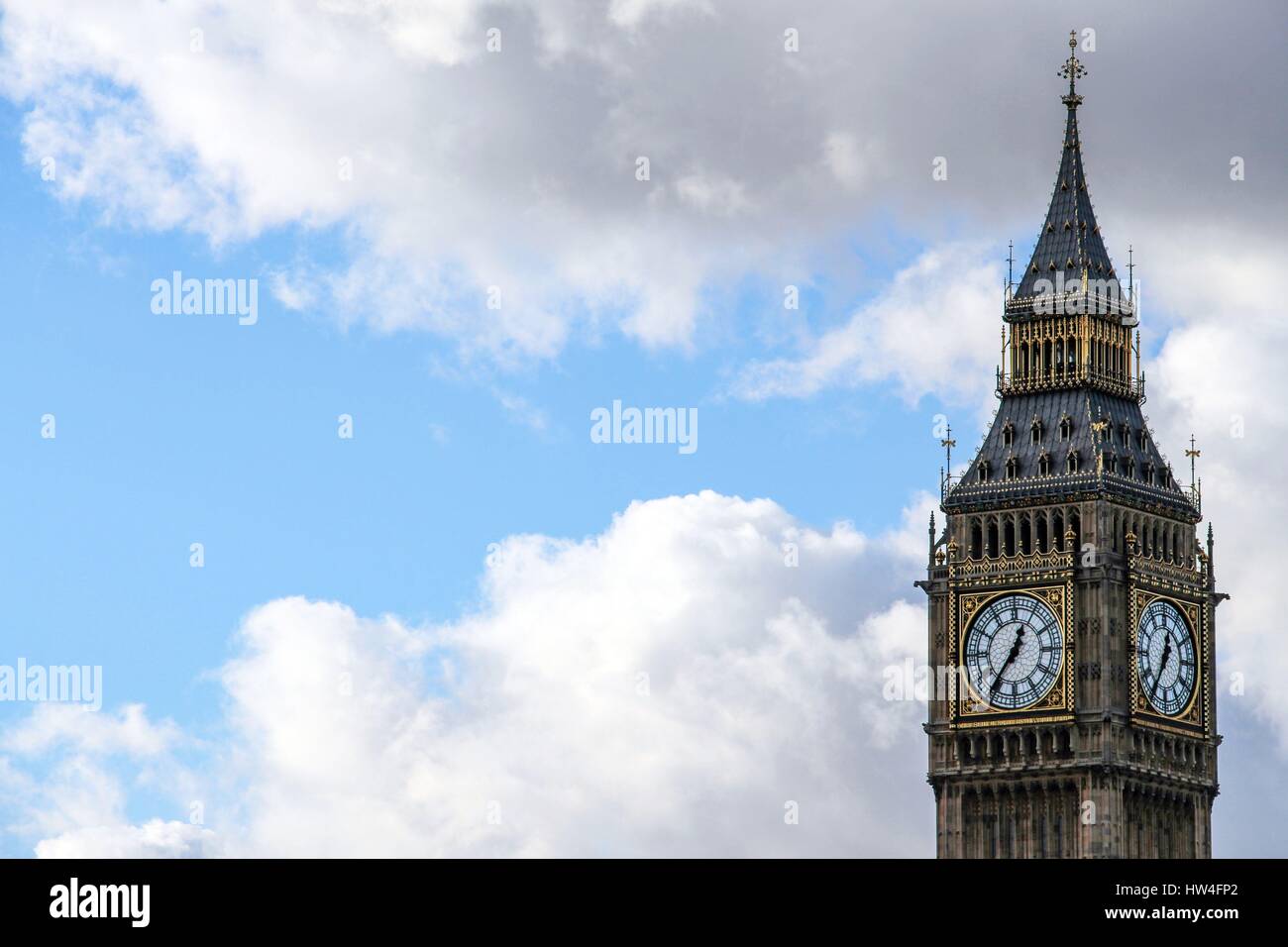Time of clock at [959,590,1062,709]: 12:36
